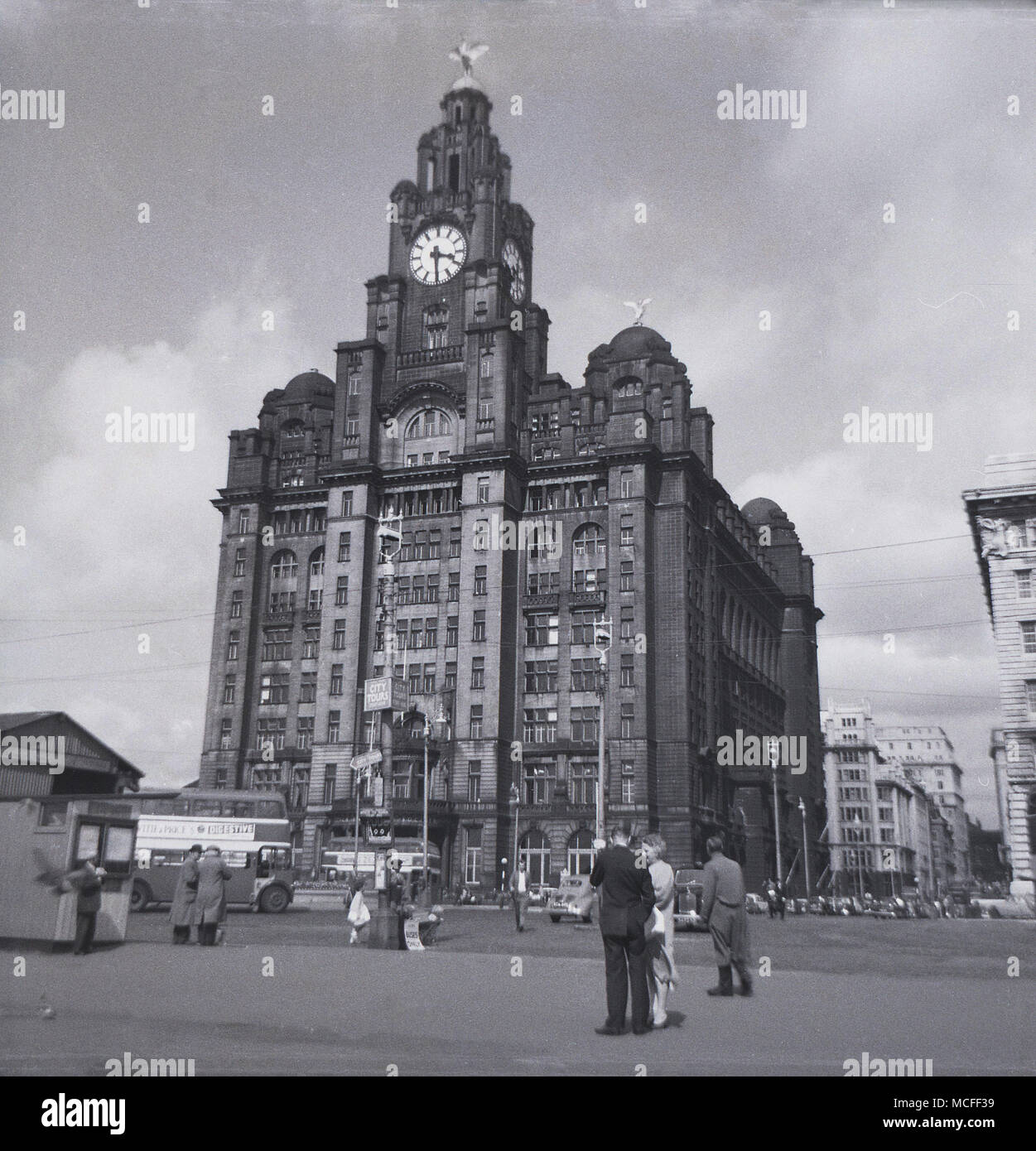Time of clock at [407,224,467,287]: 3:29
